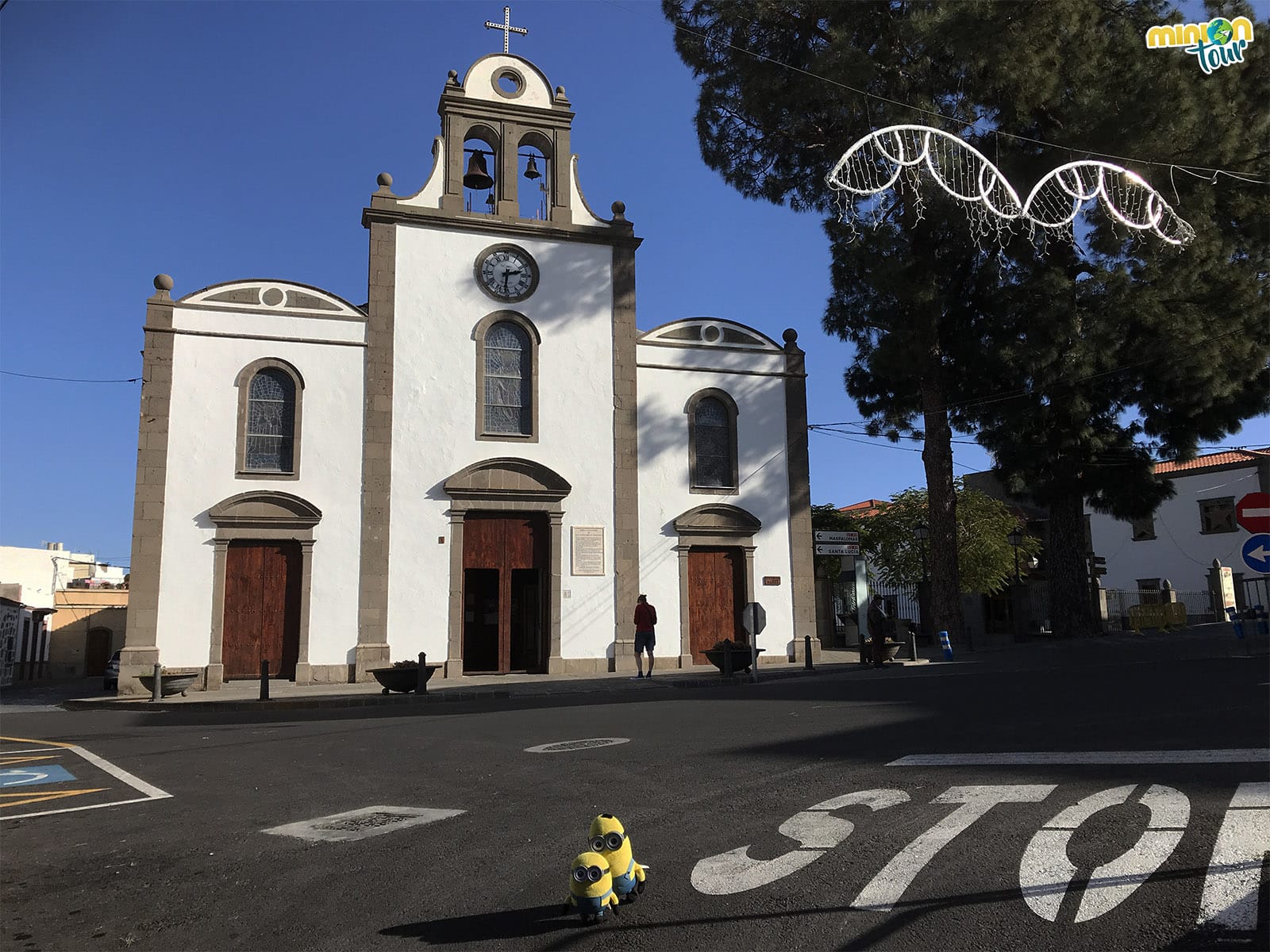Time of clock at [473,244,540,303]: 2:31
